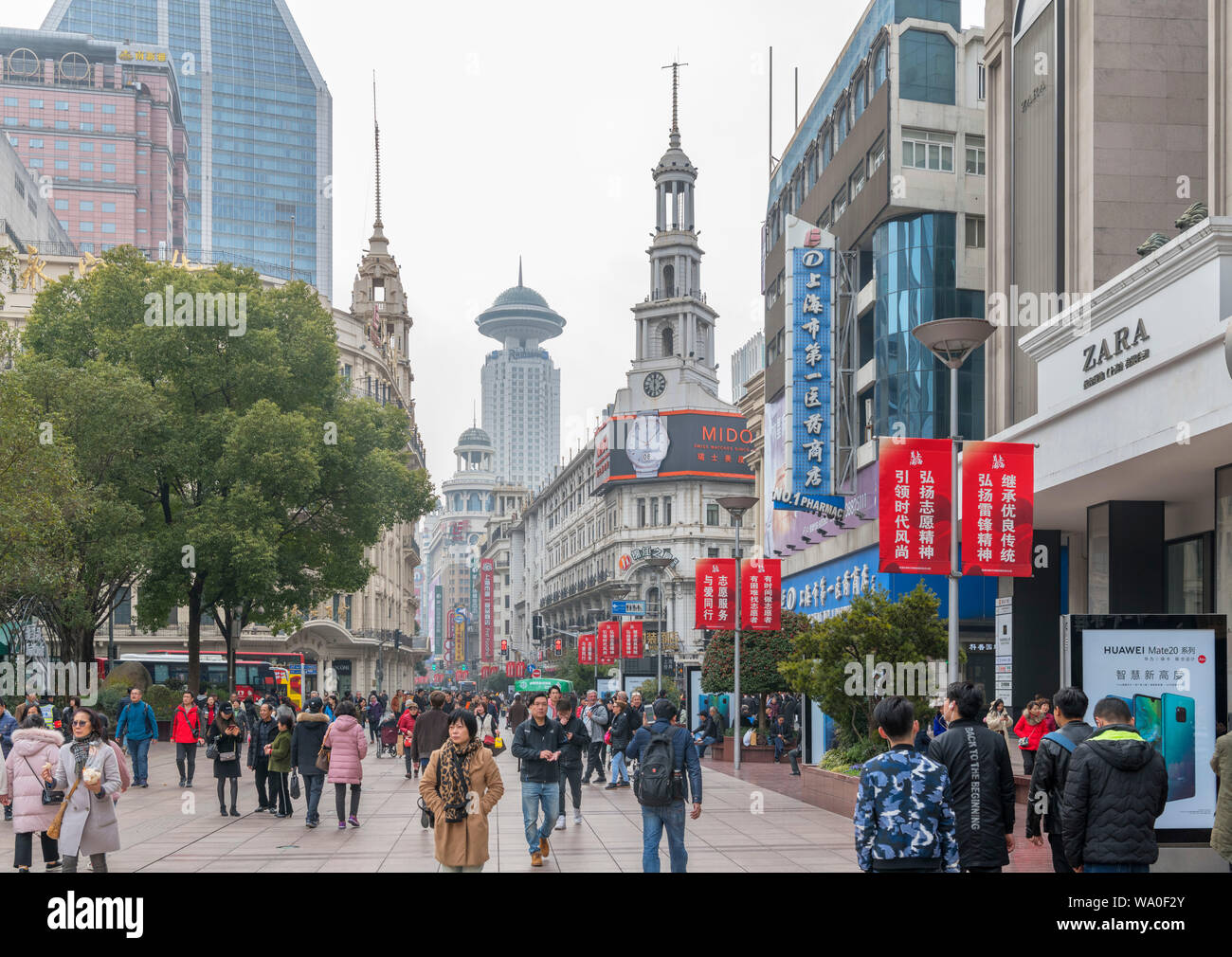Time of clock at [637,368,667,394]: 5:59
